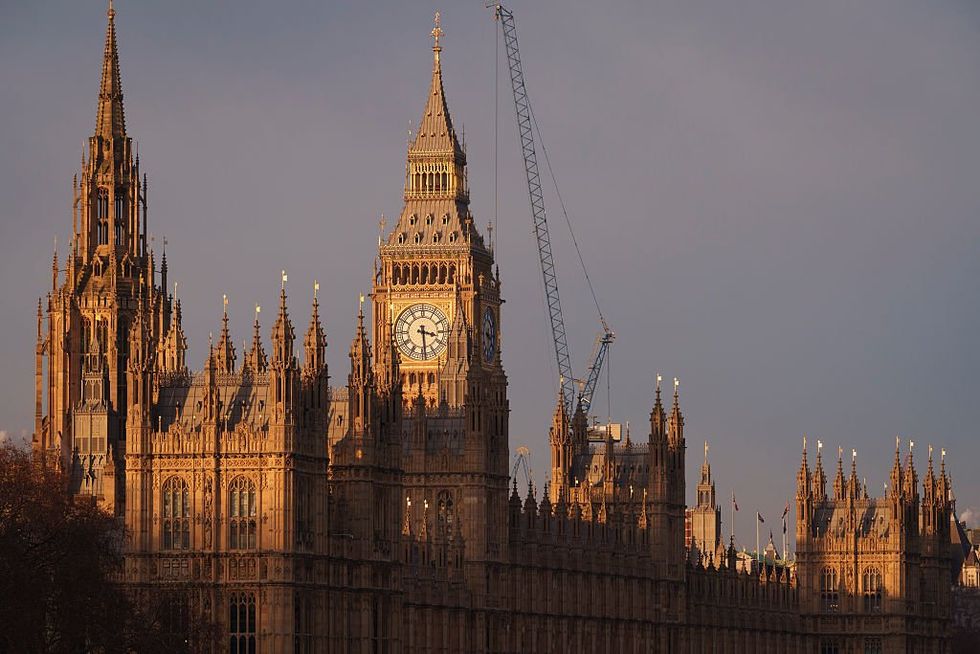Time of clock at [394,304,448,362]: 3:29
